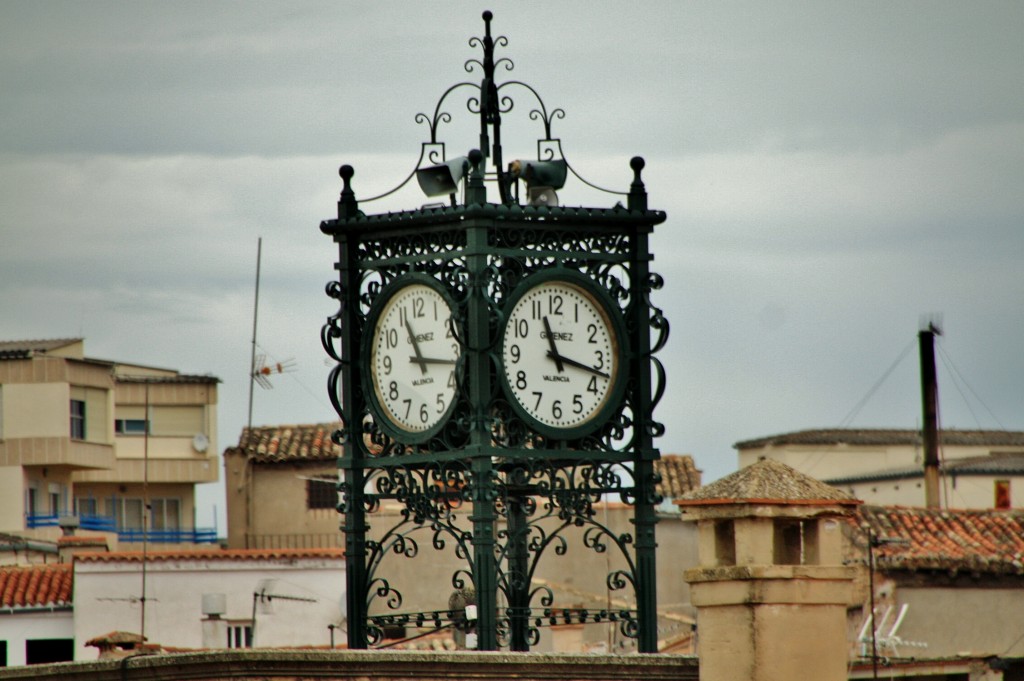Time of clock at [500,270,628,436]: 11:17
